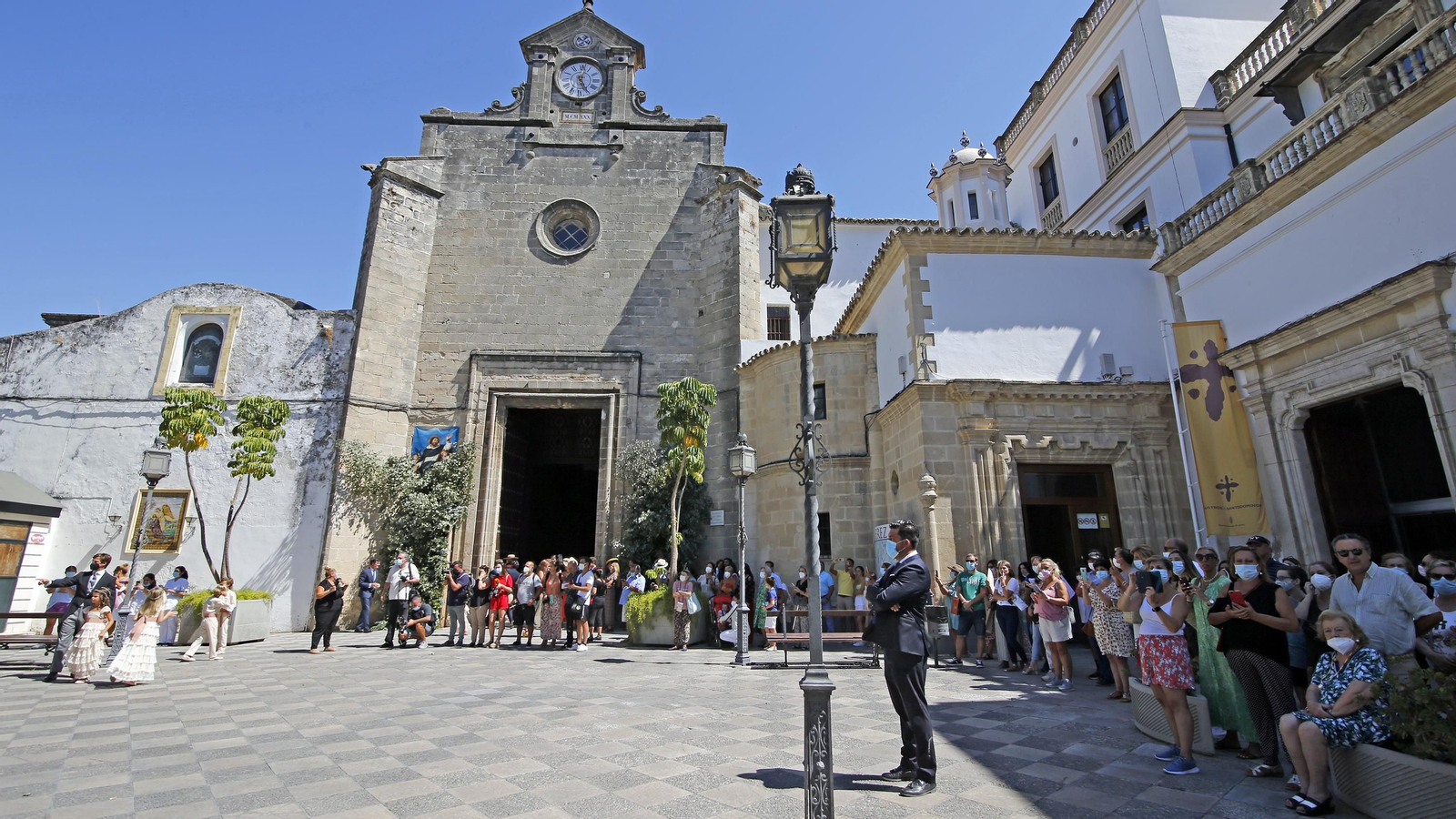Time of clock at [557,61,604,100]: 5:01
